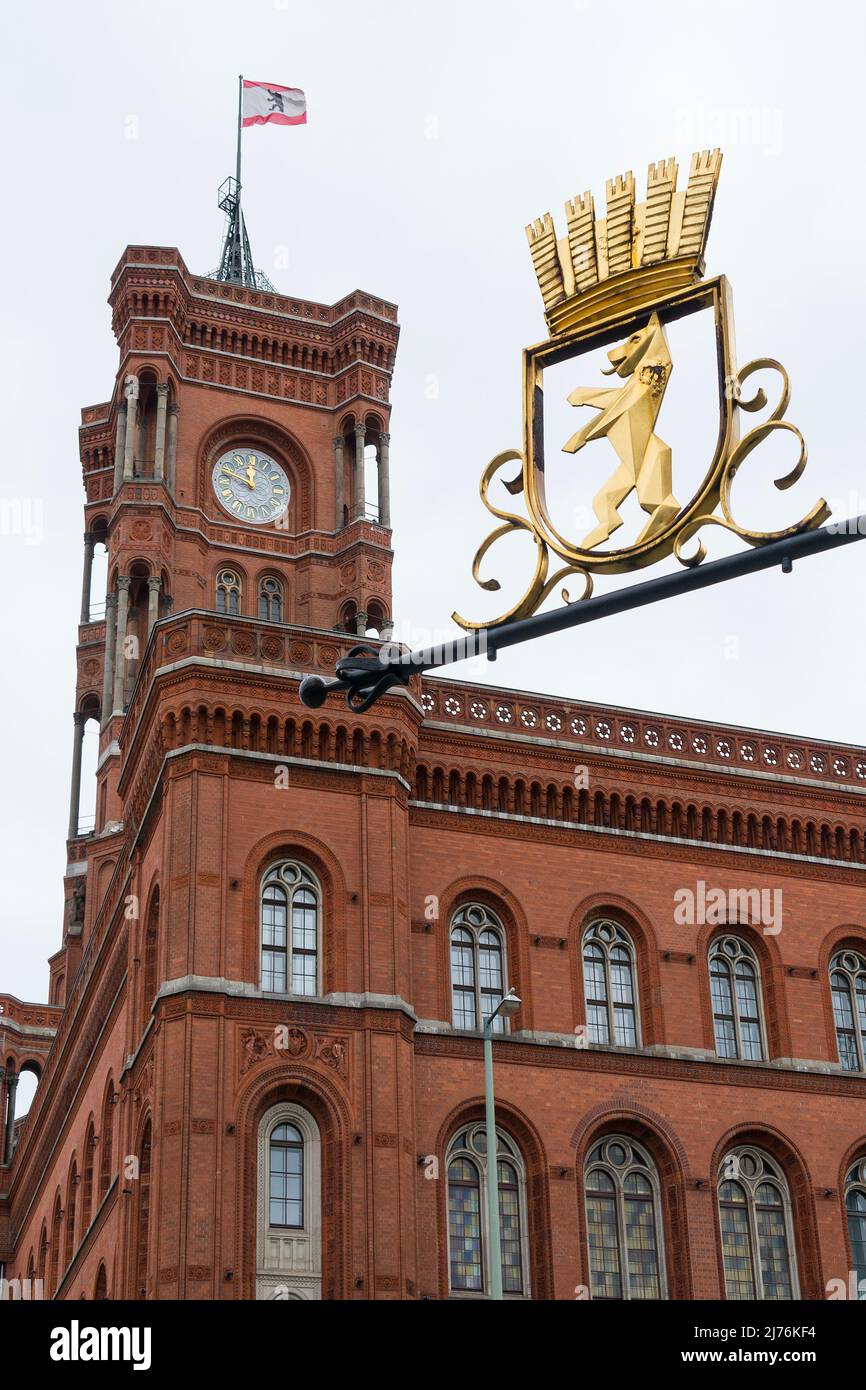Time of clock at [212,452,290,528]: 11:48
